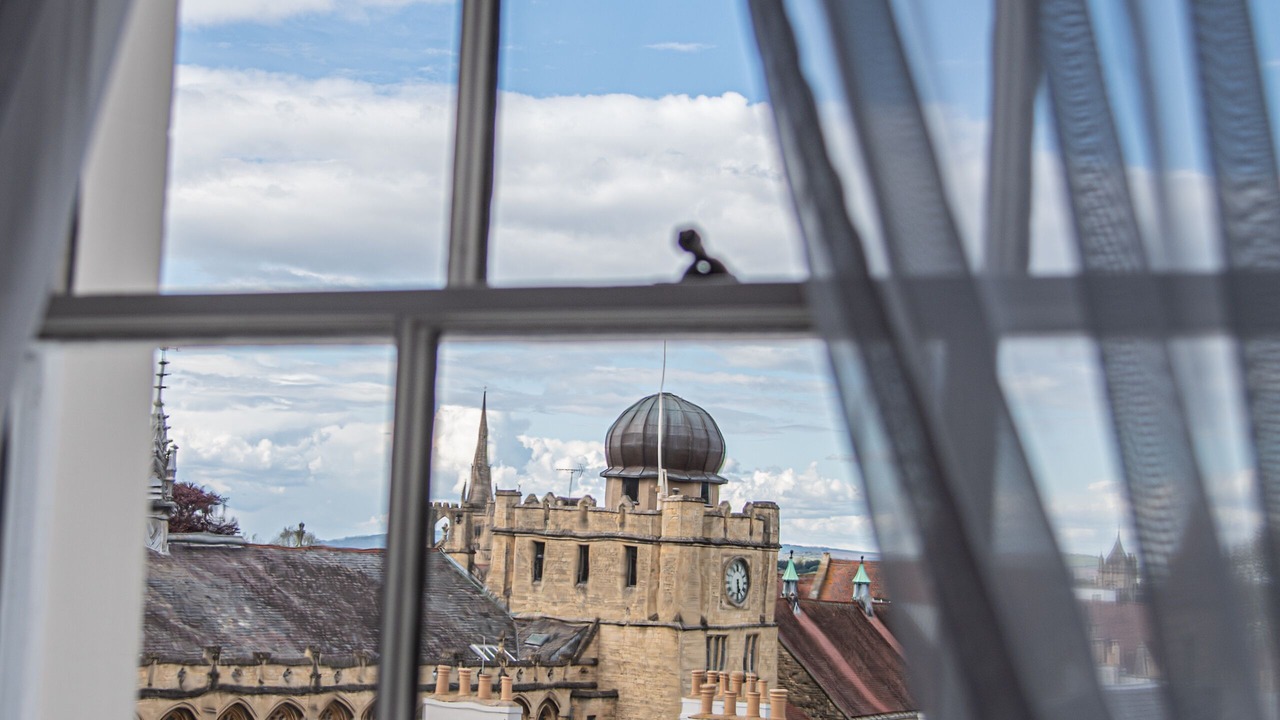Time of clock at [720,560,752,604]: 5:30
